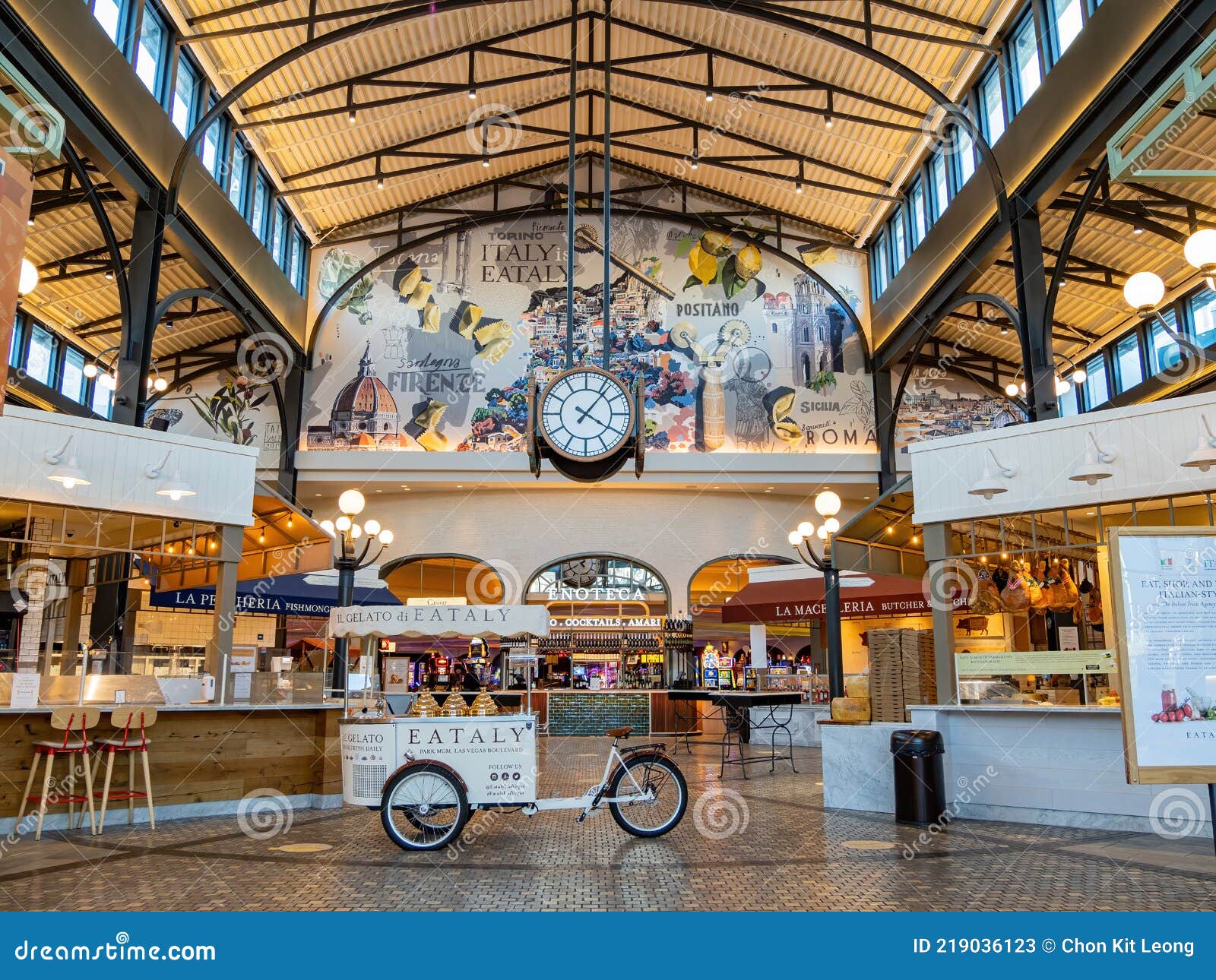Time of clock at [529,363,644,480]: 4:06
